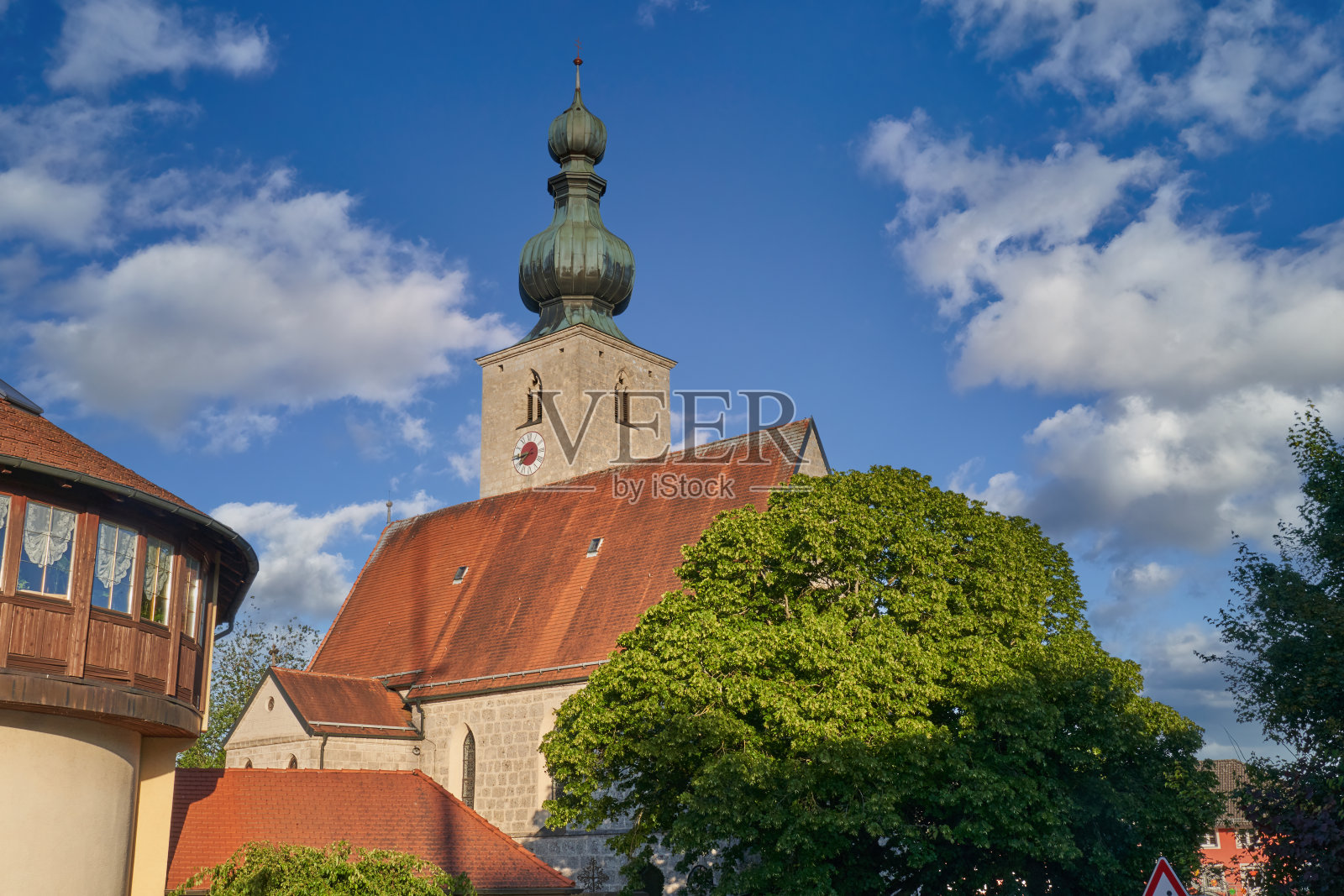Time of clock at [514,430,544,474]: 7:43
